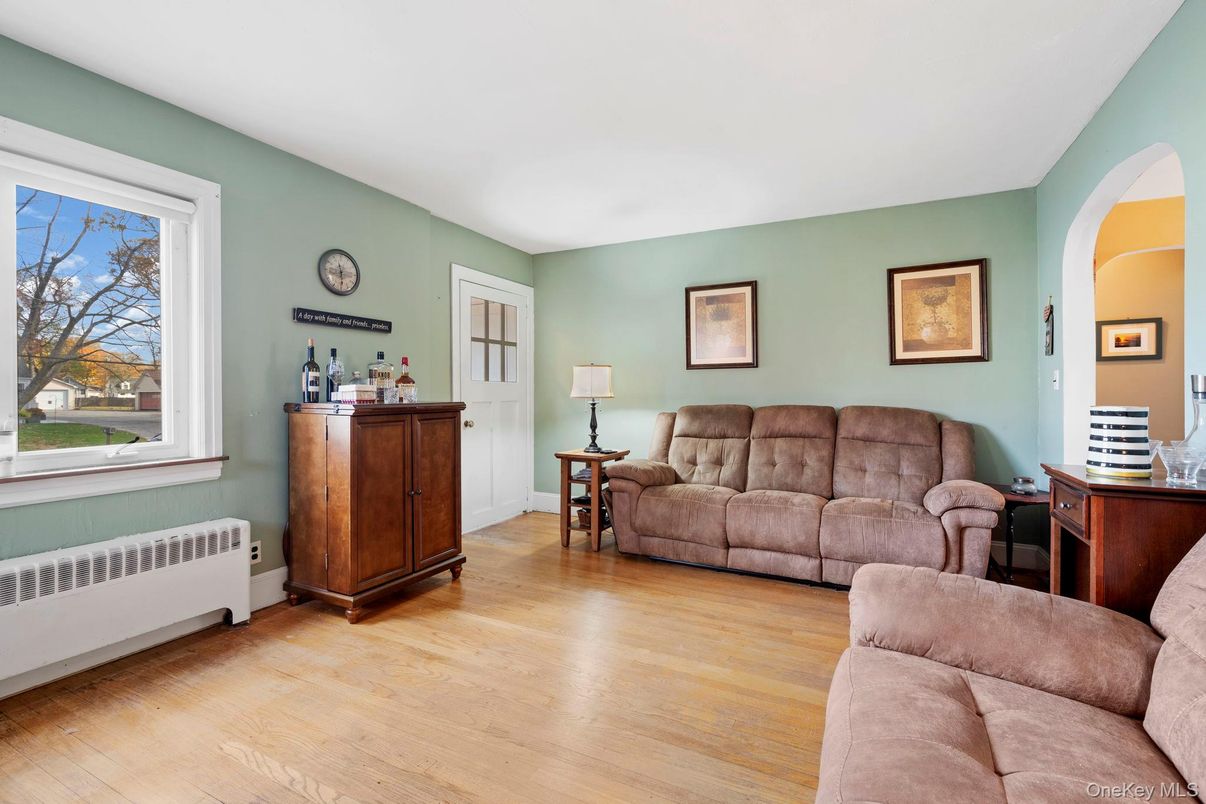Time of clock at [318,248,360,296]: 11:29
